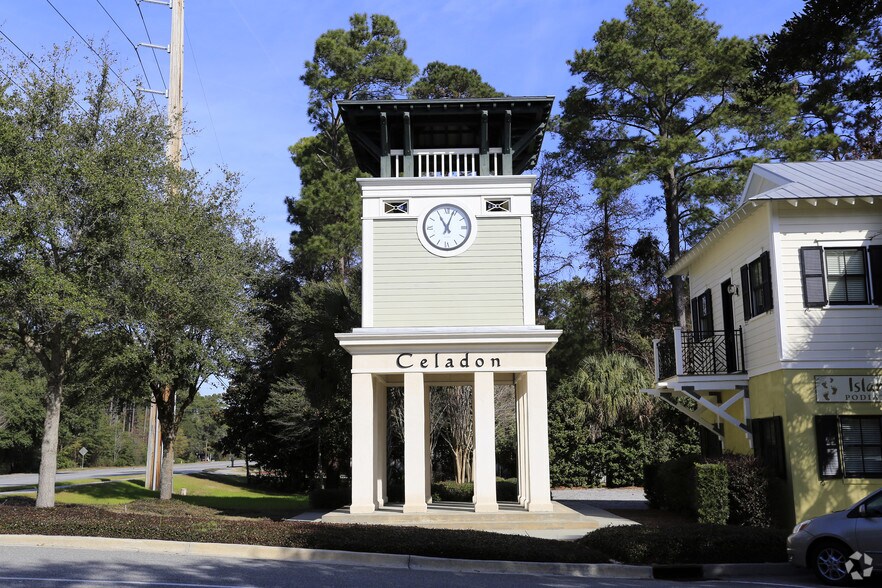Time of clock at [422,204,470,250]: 11:03
